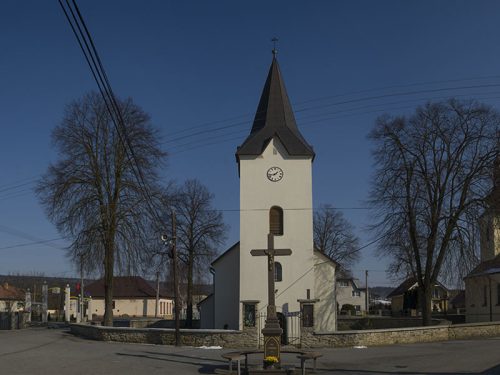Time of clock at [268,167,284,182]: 1:43
